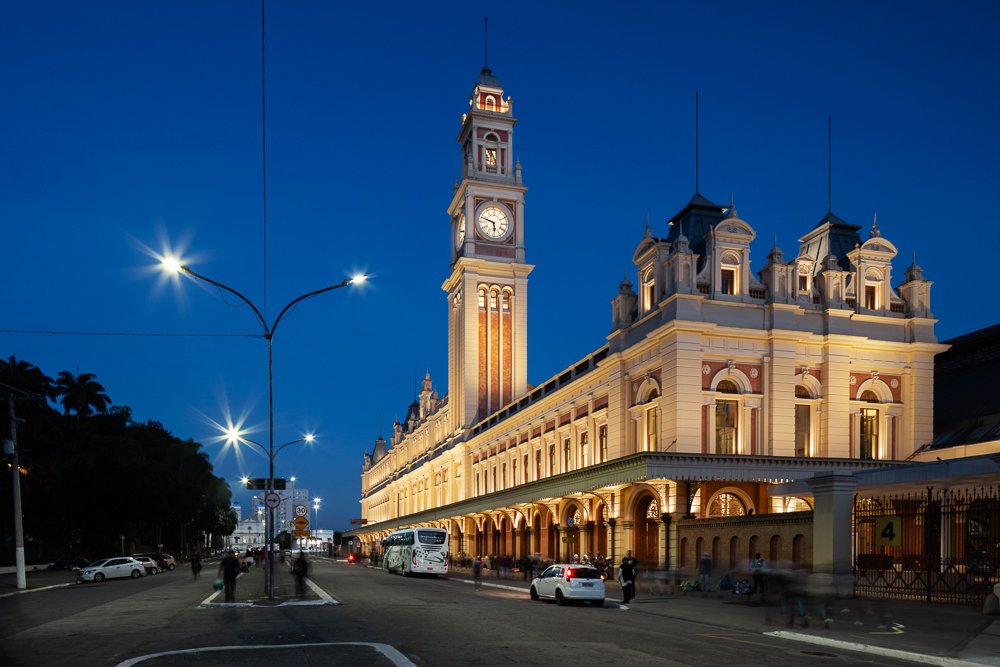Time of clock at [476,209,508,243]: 5:47
